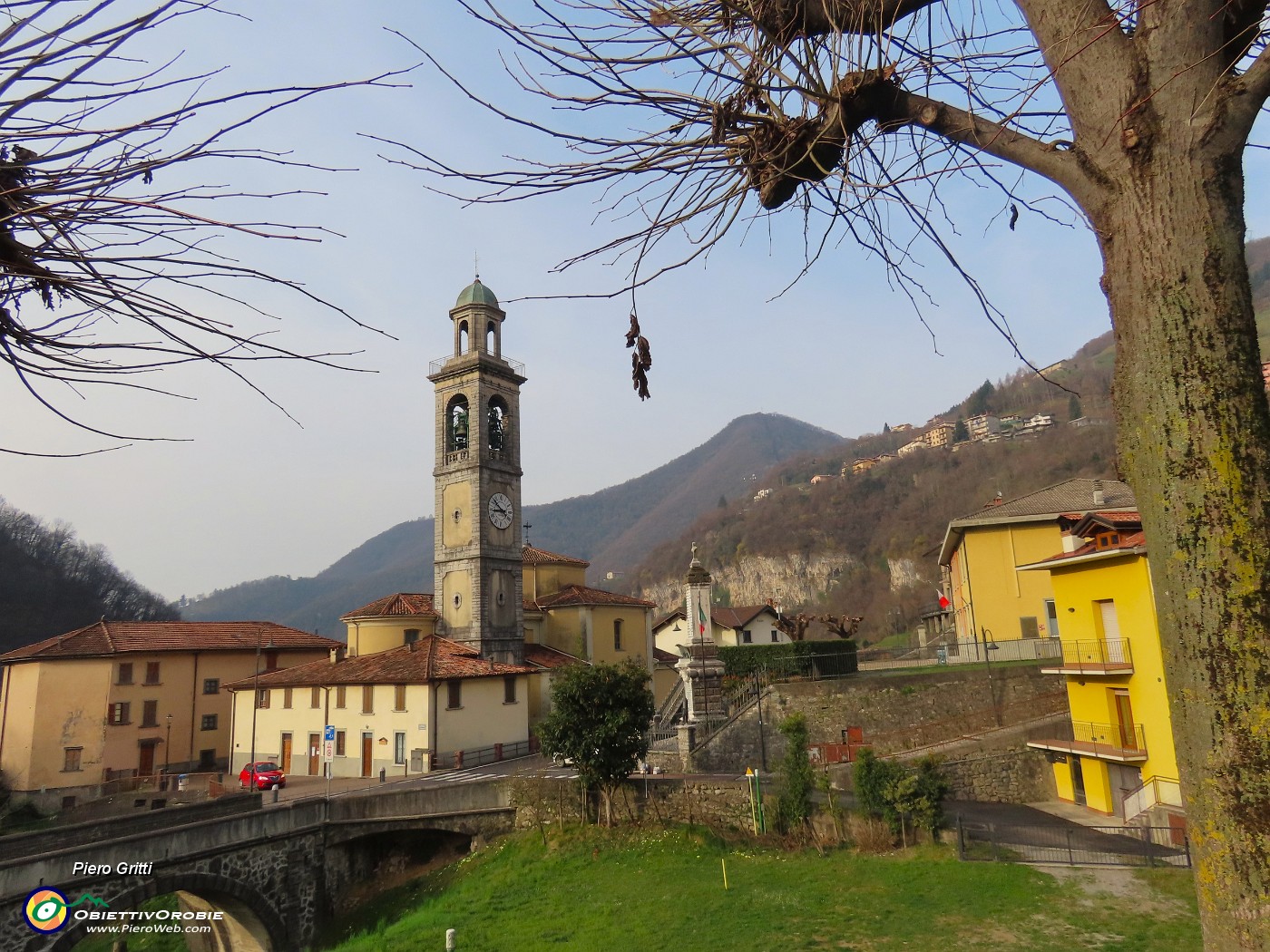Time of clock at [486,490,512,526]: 8:51
